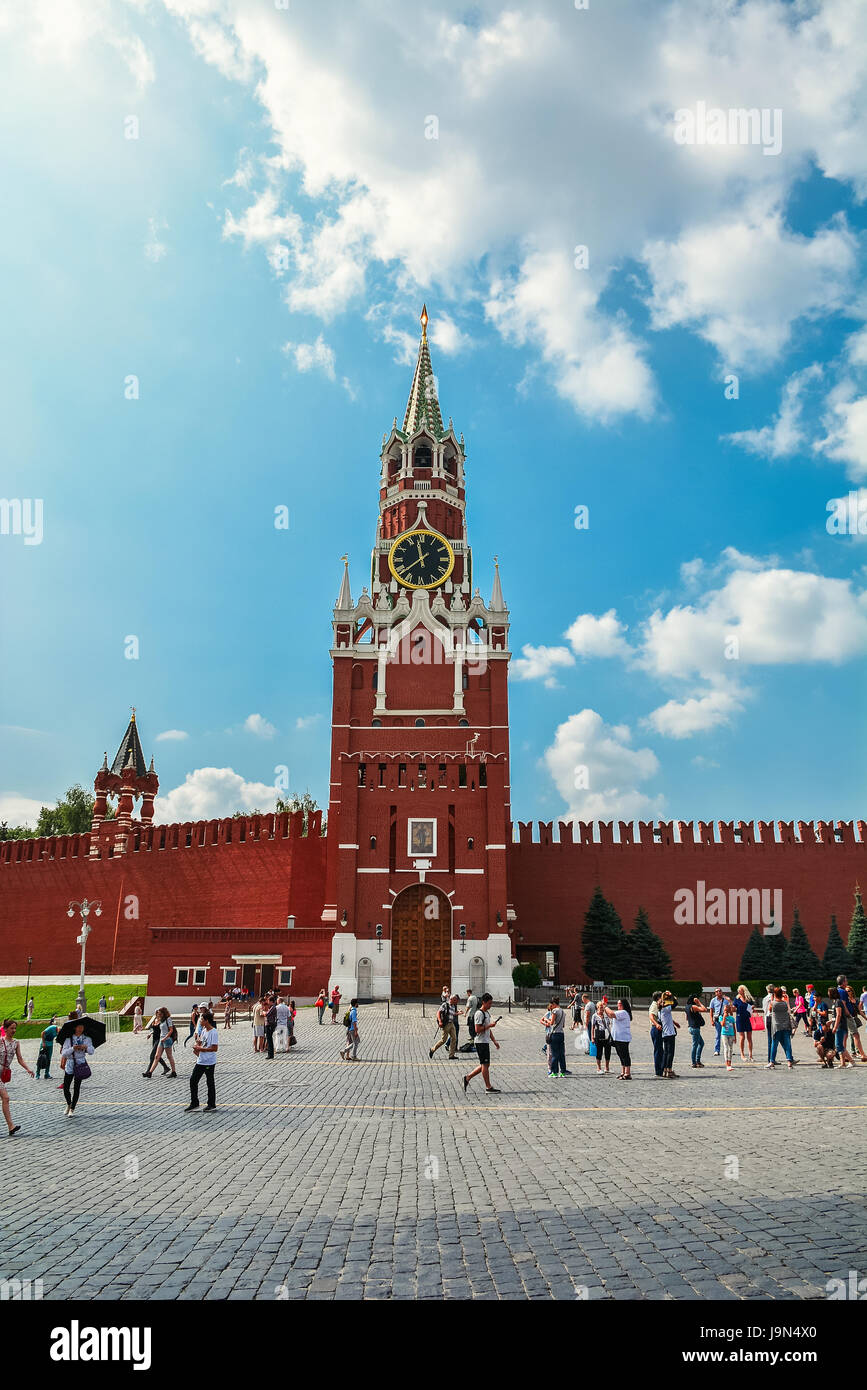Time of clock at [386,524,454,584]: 11:37
